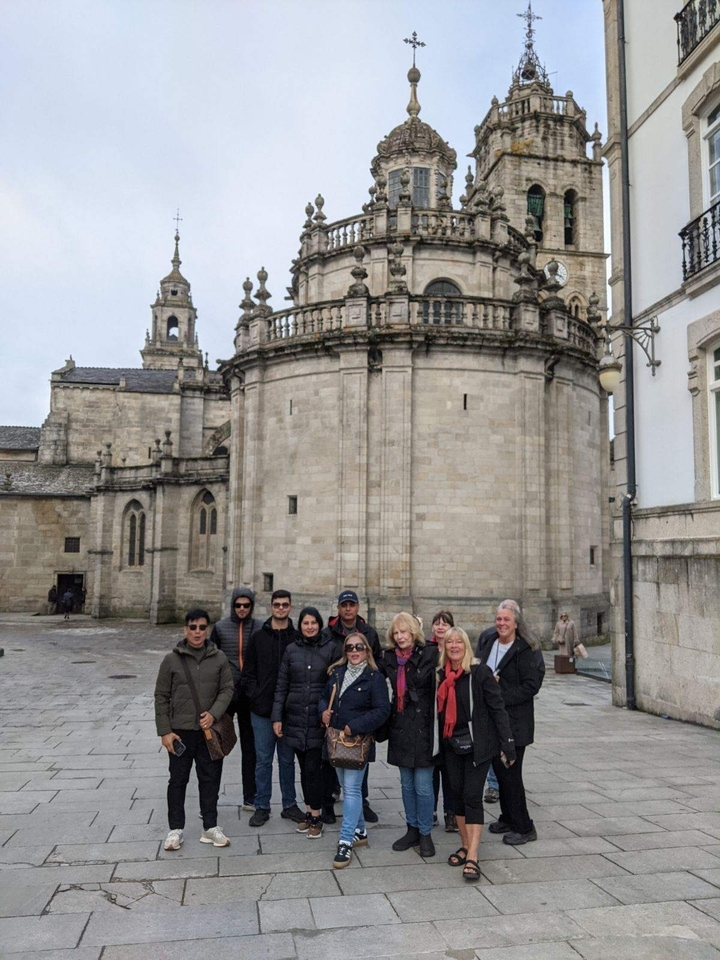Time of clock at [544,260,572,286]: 12:18
